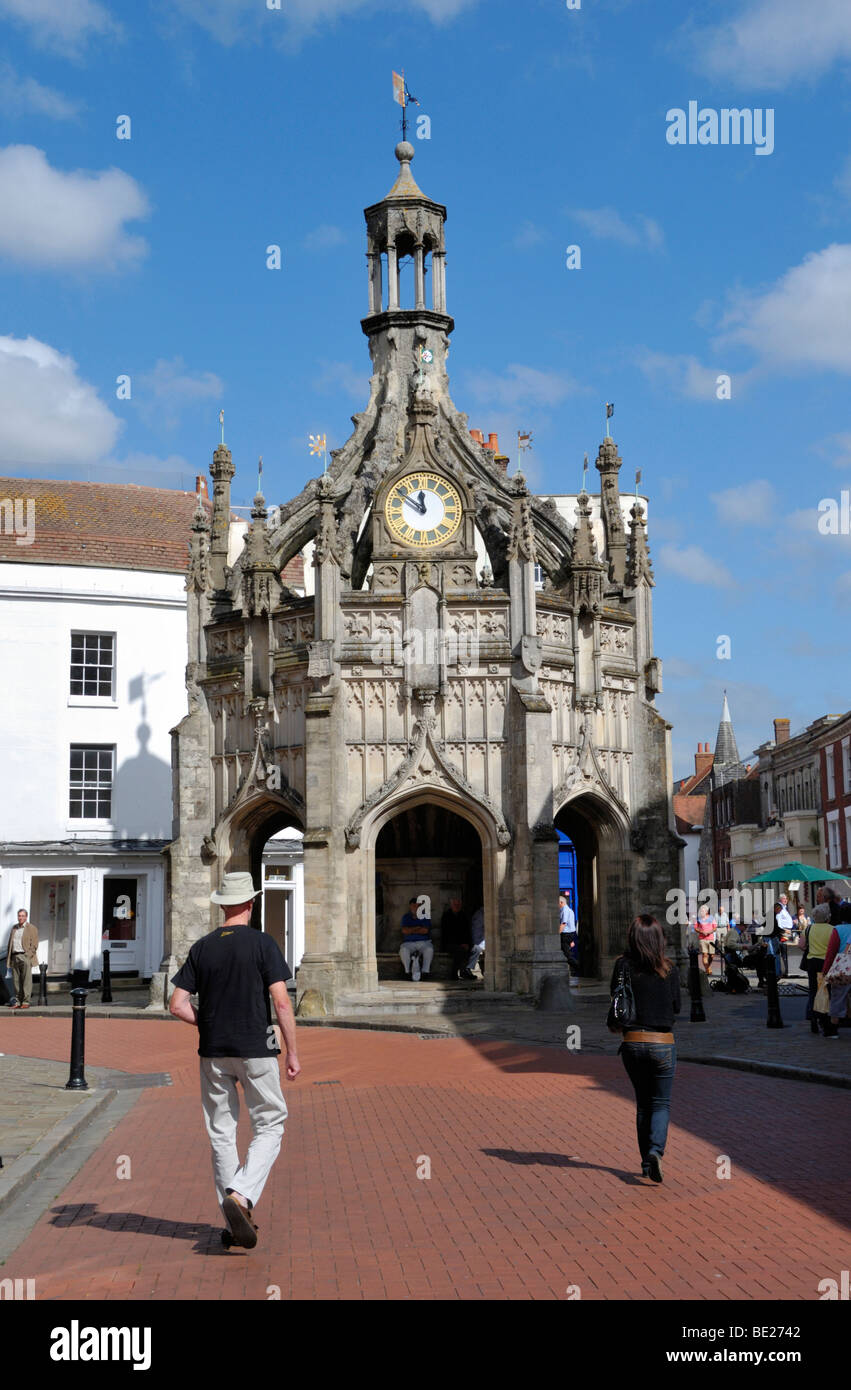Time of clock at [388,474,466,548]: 11:50
